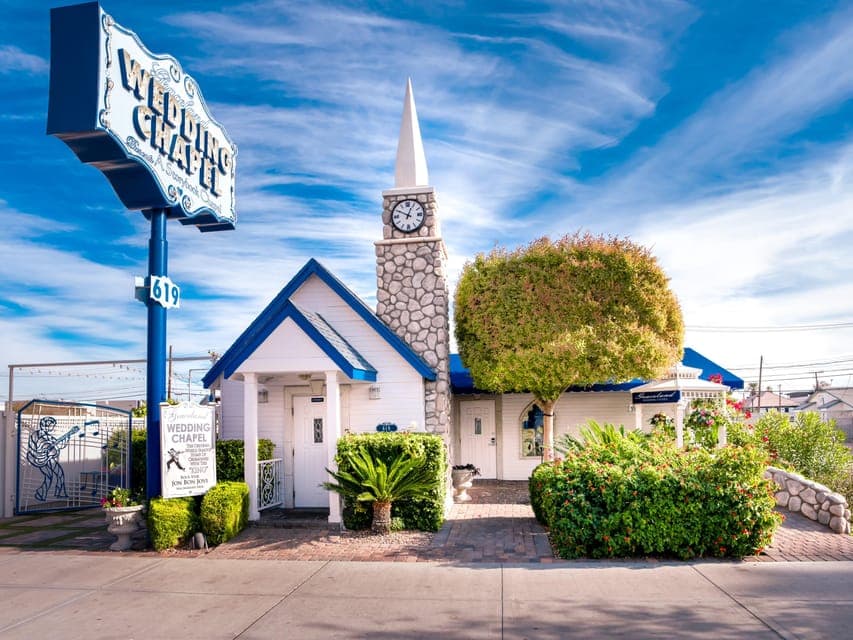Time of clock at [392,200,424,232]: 12:49
